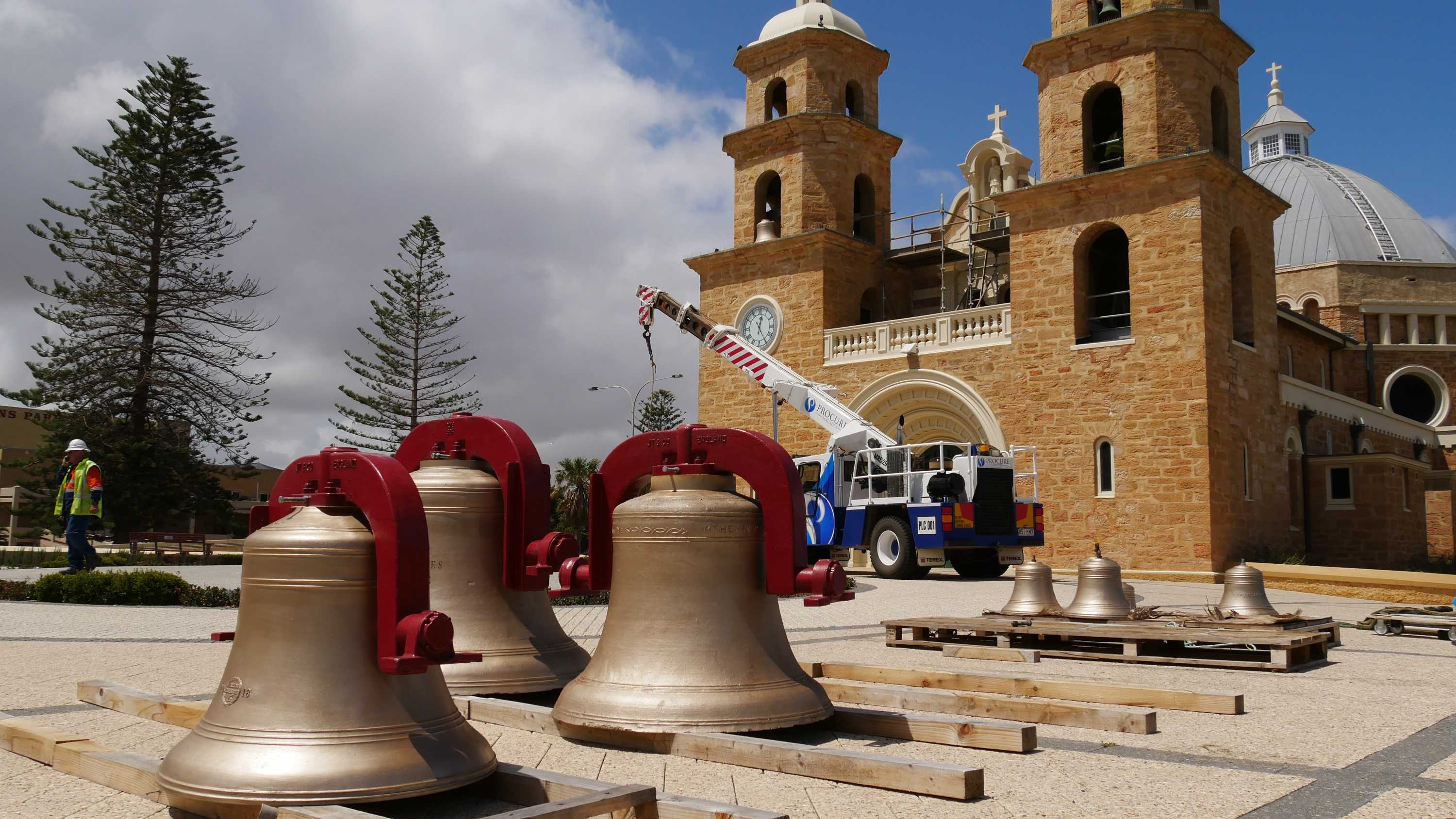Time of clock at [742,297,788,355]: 12:24
